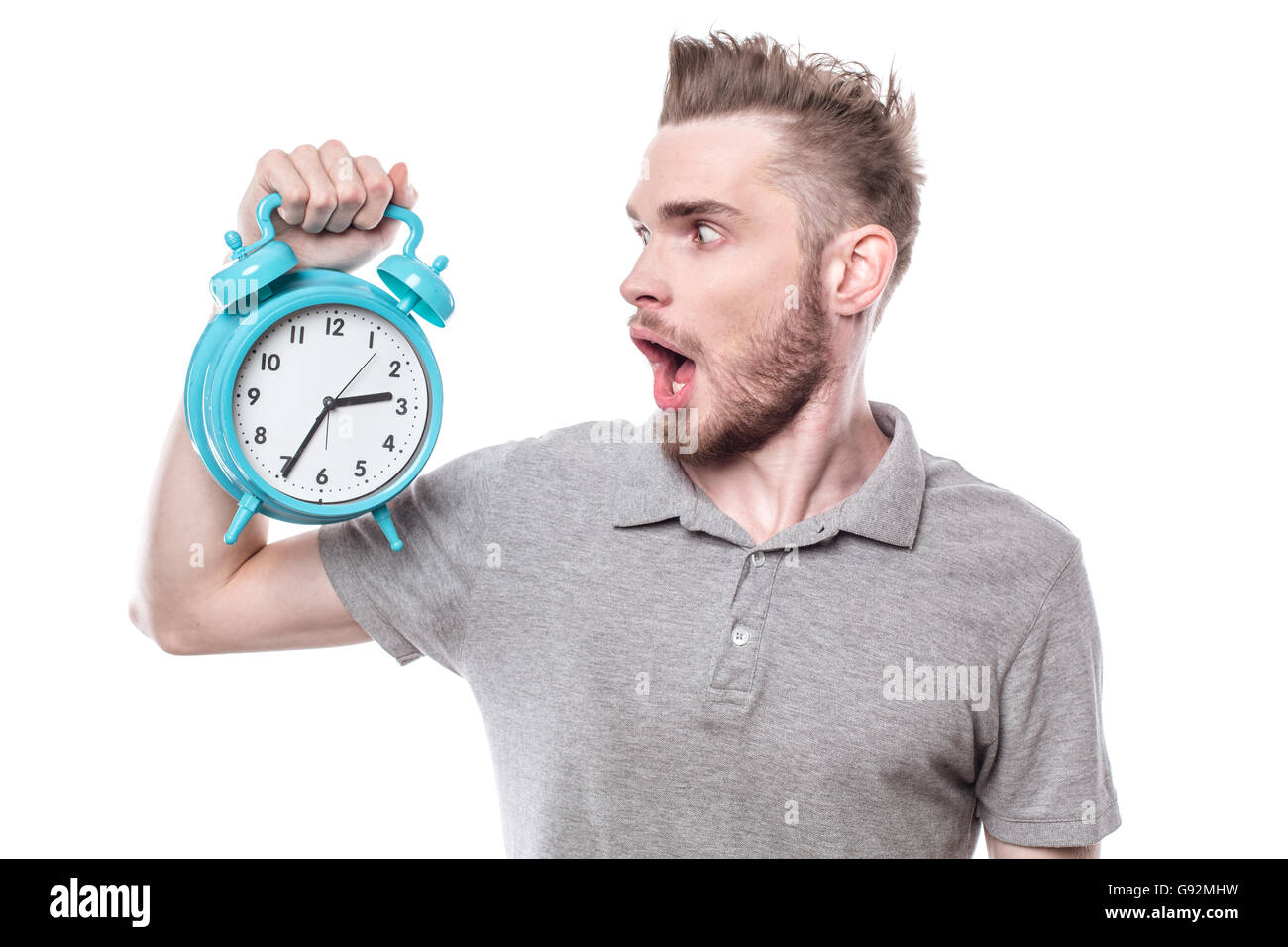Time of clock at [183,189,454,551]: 2:34
